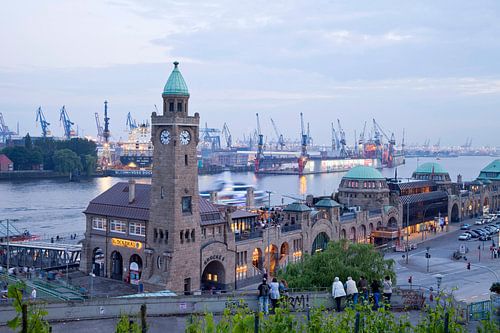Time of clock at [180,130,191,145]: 10:12
